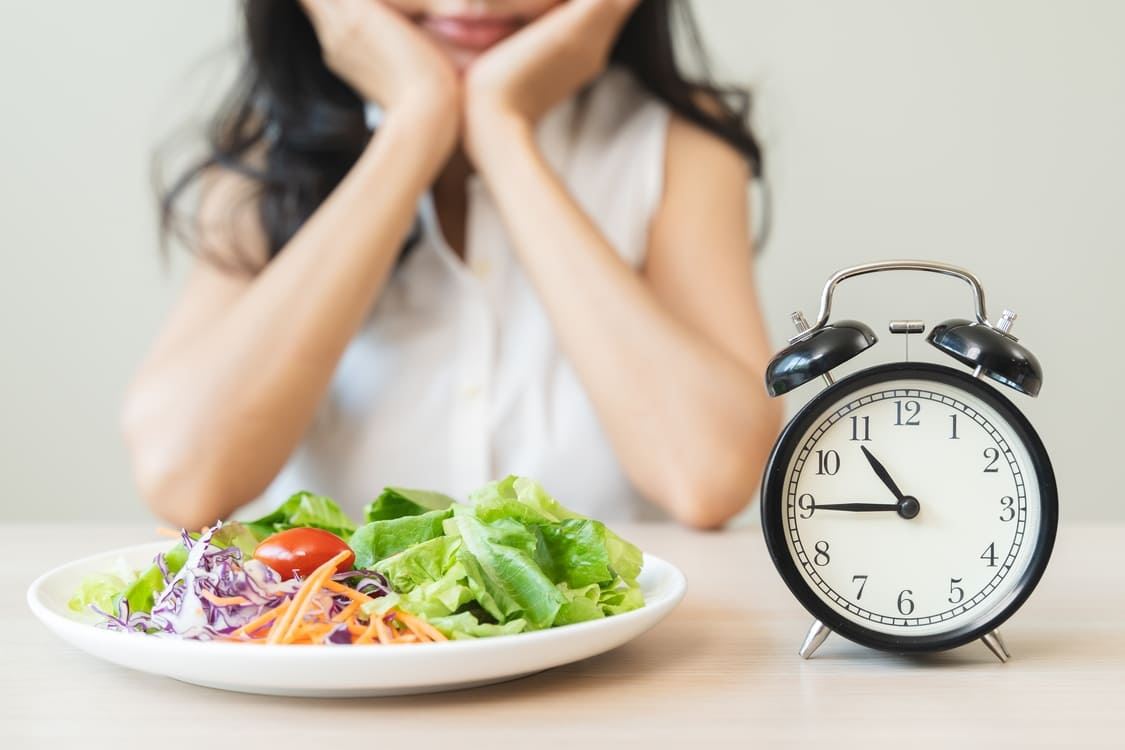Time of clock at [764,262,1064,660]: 10:45
